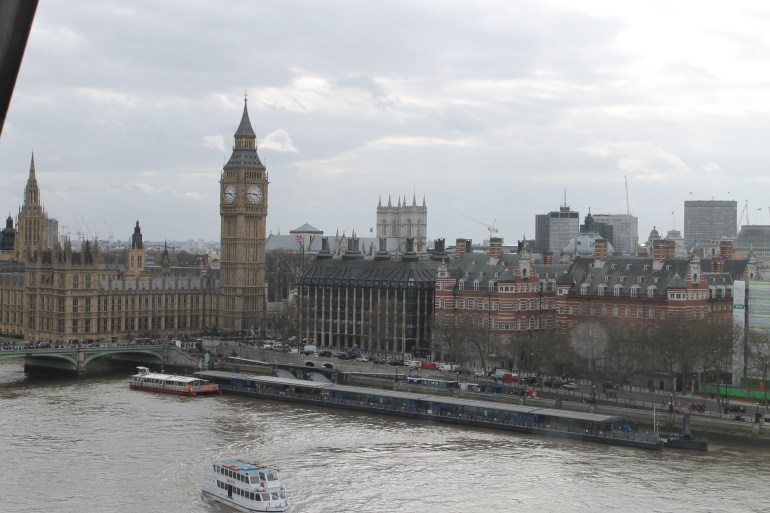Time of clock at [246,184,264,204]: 3:46
